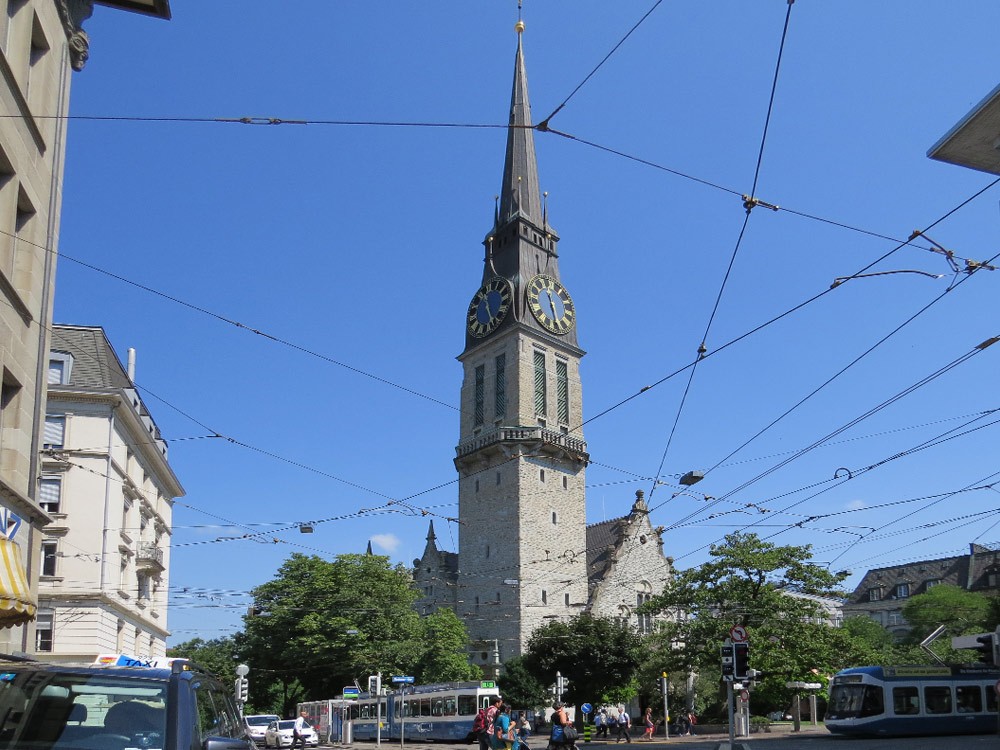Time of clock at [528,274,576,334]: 11:28
